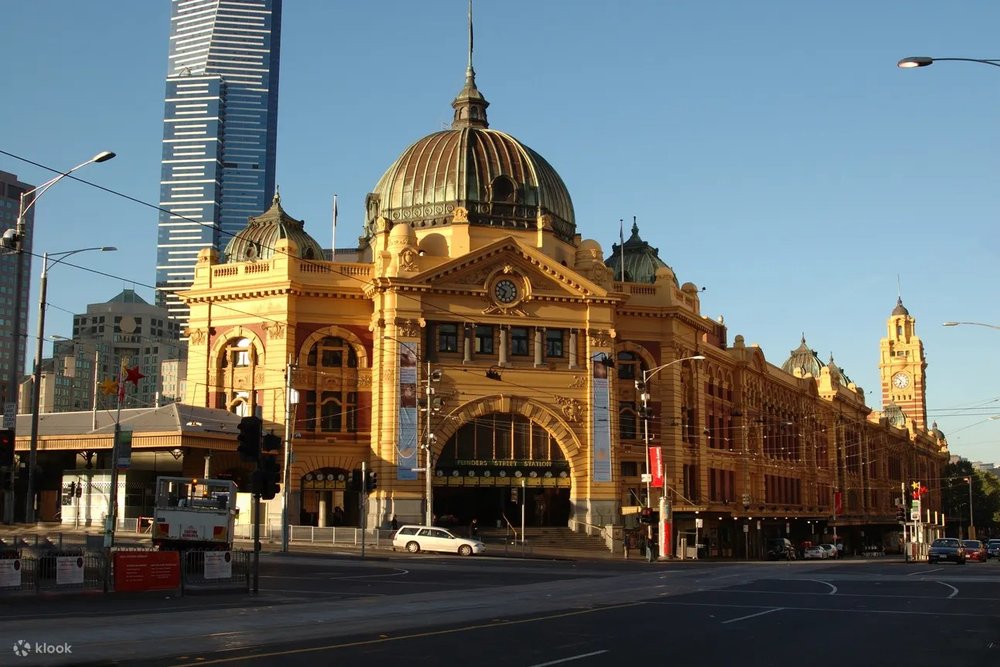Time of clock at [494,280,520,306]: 6:49
